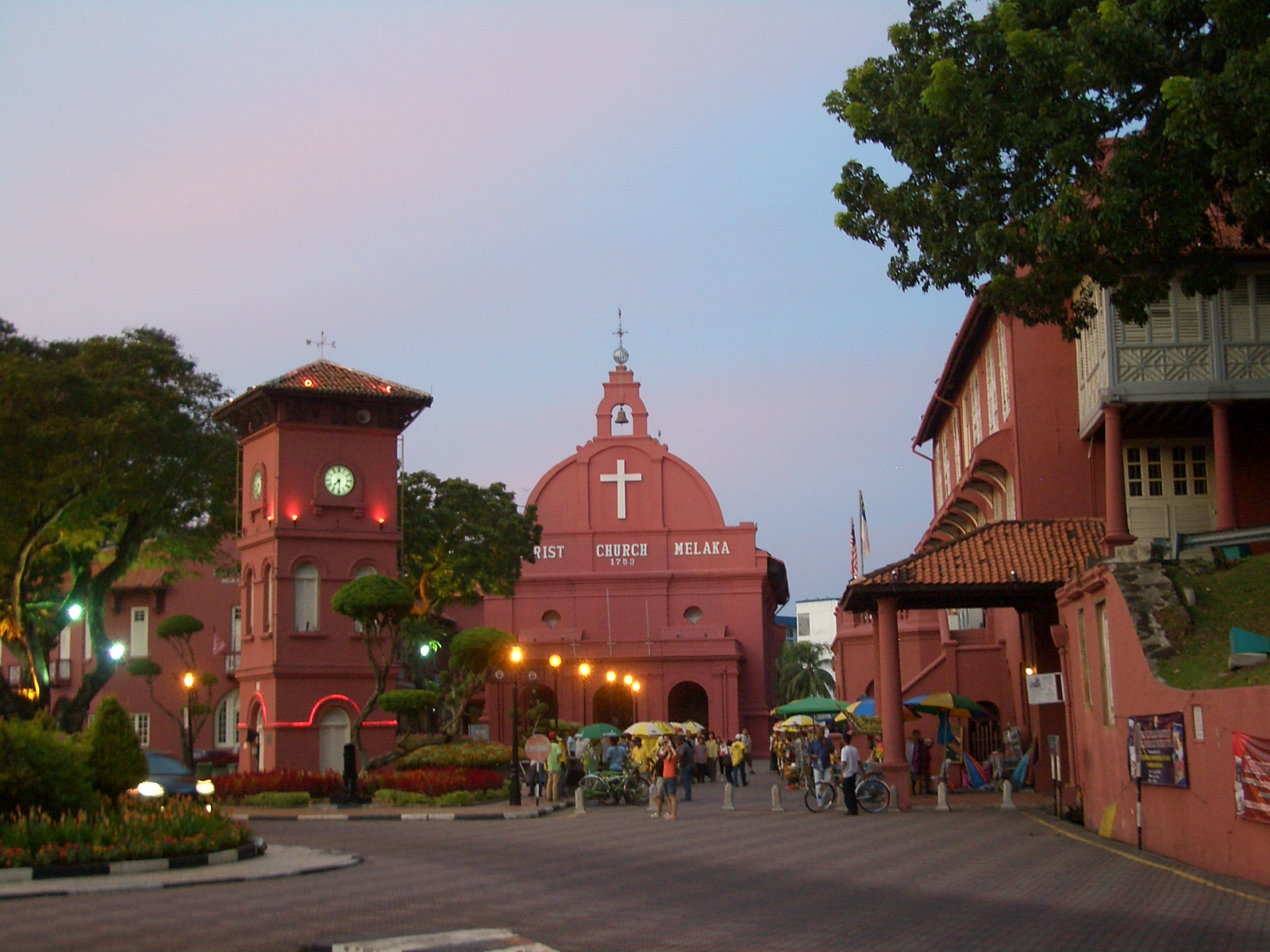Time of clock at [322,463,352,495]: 7:29
